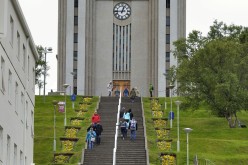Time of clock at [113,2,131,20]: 12:44
